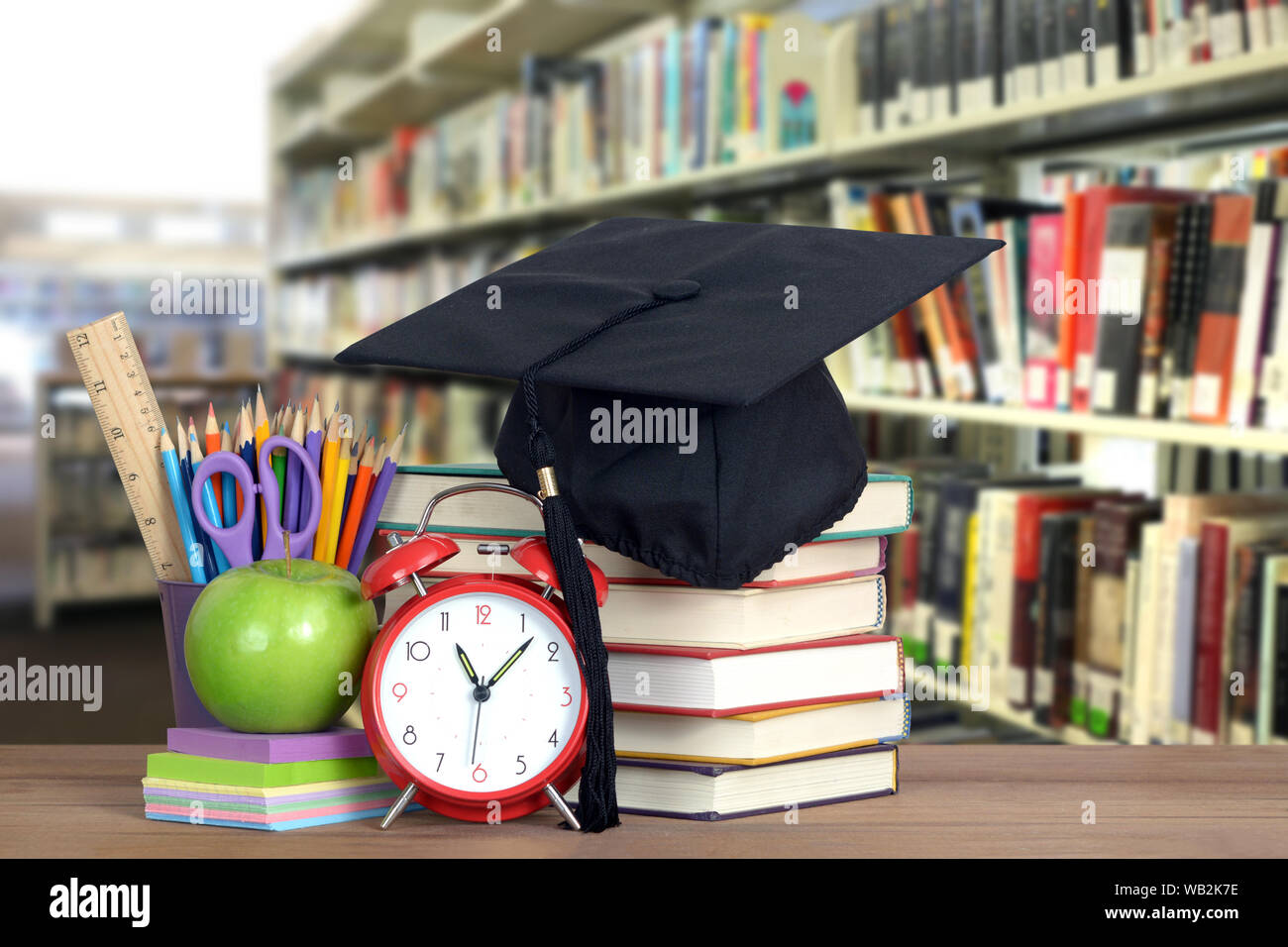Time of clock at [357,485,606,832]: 11:07
